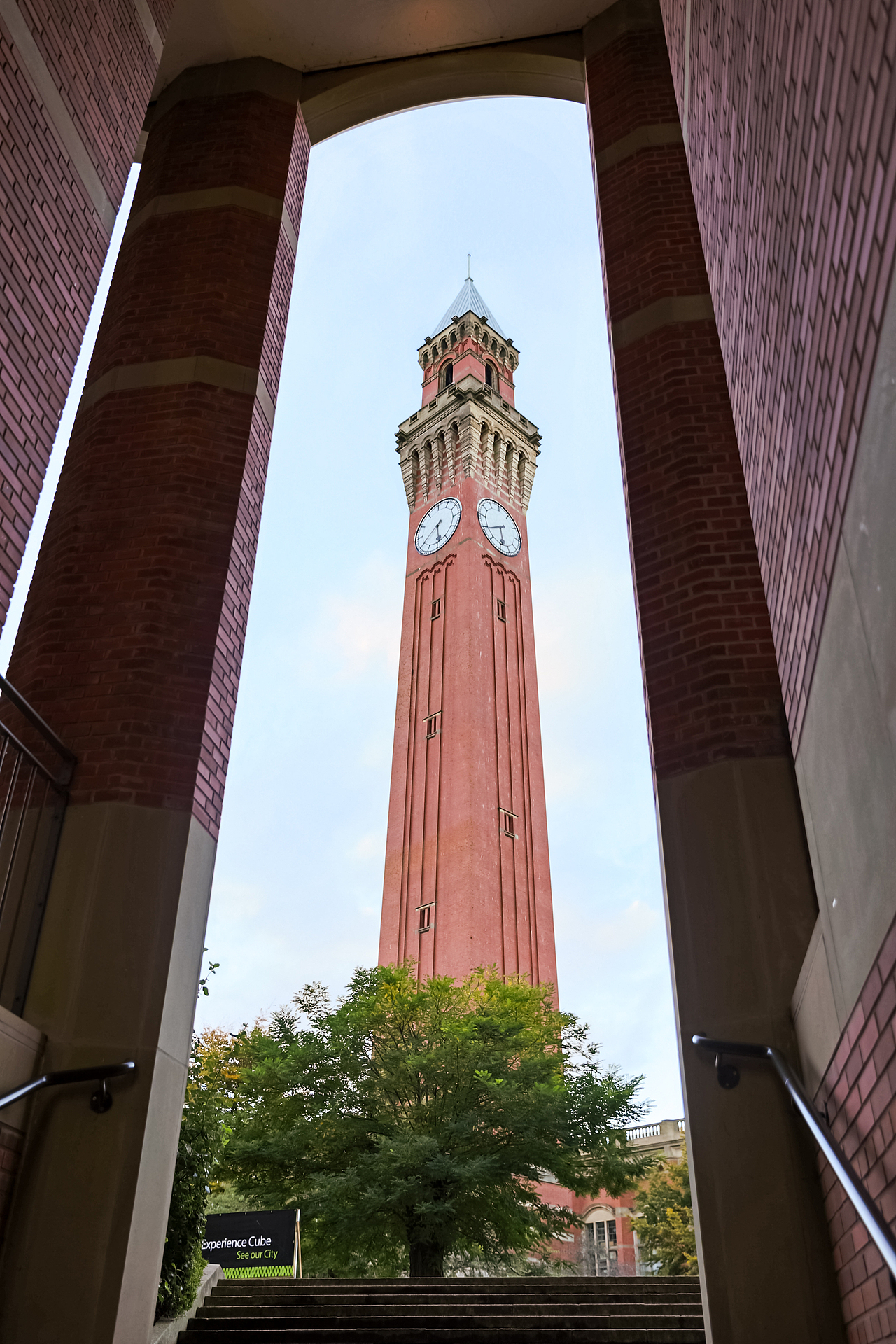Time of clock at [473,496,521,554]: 5:40
